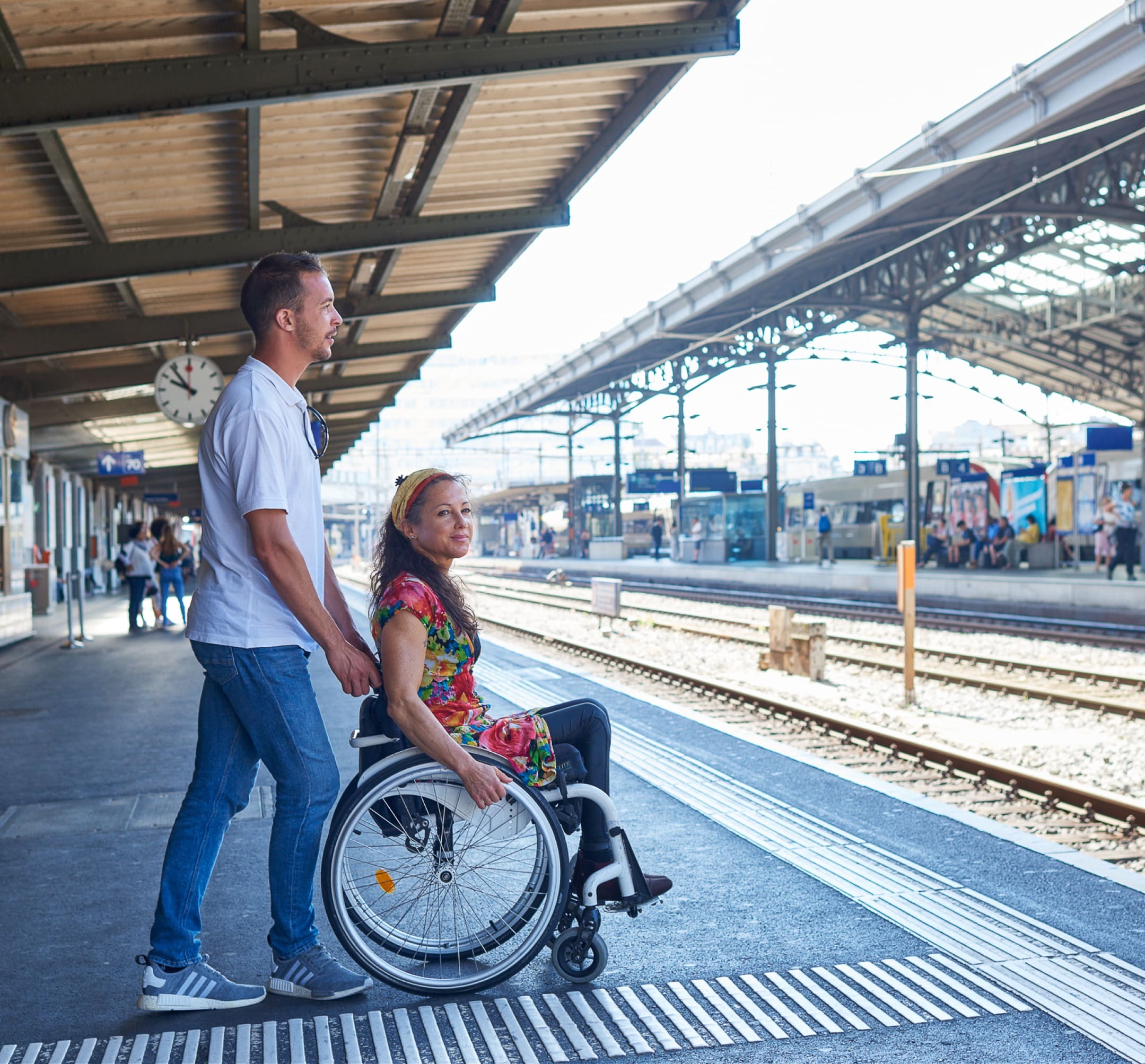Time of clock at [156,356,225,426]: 9:53
